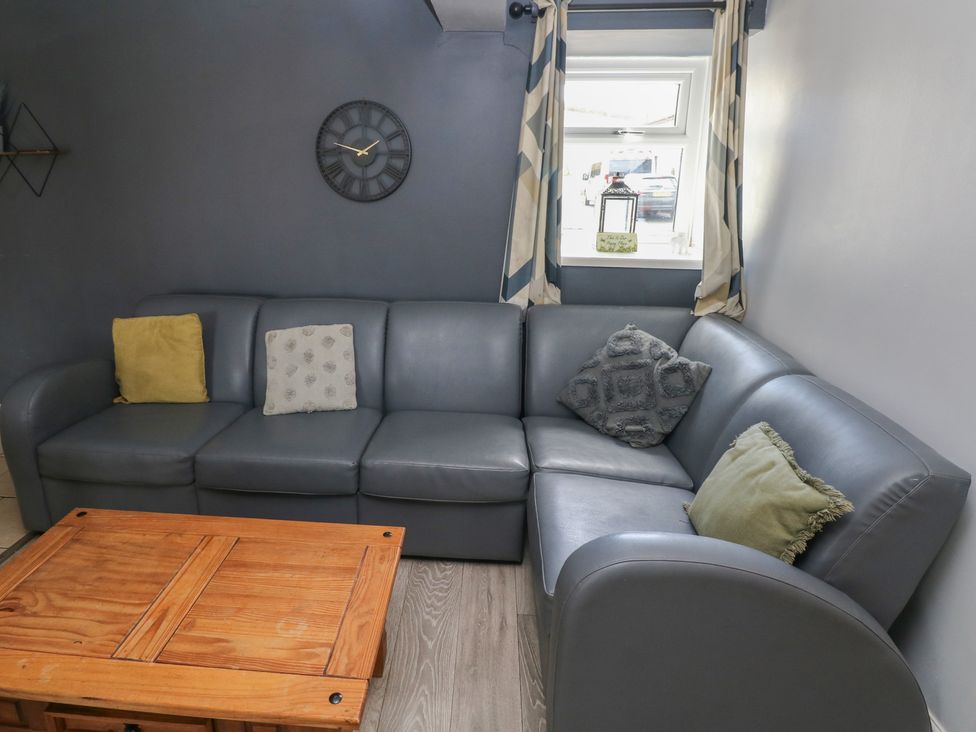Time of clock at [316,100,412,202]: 1:47
